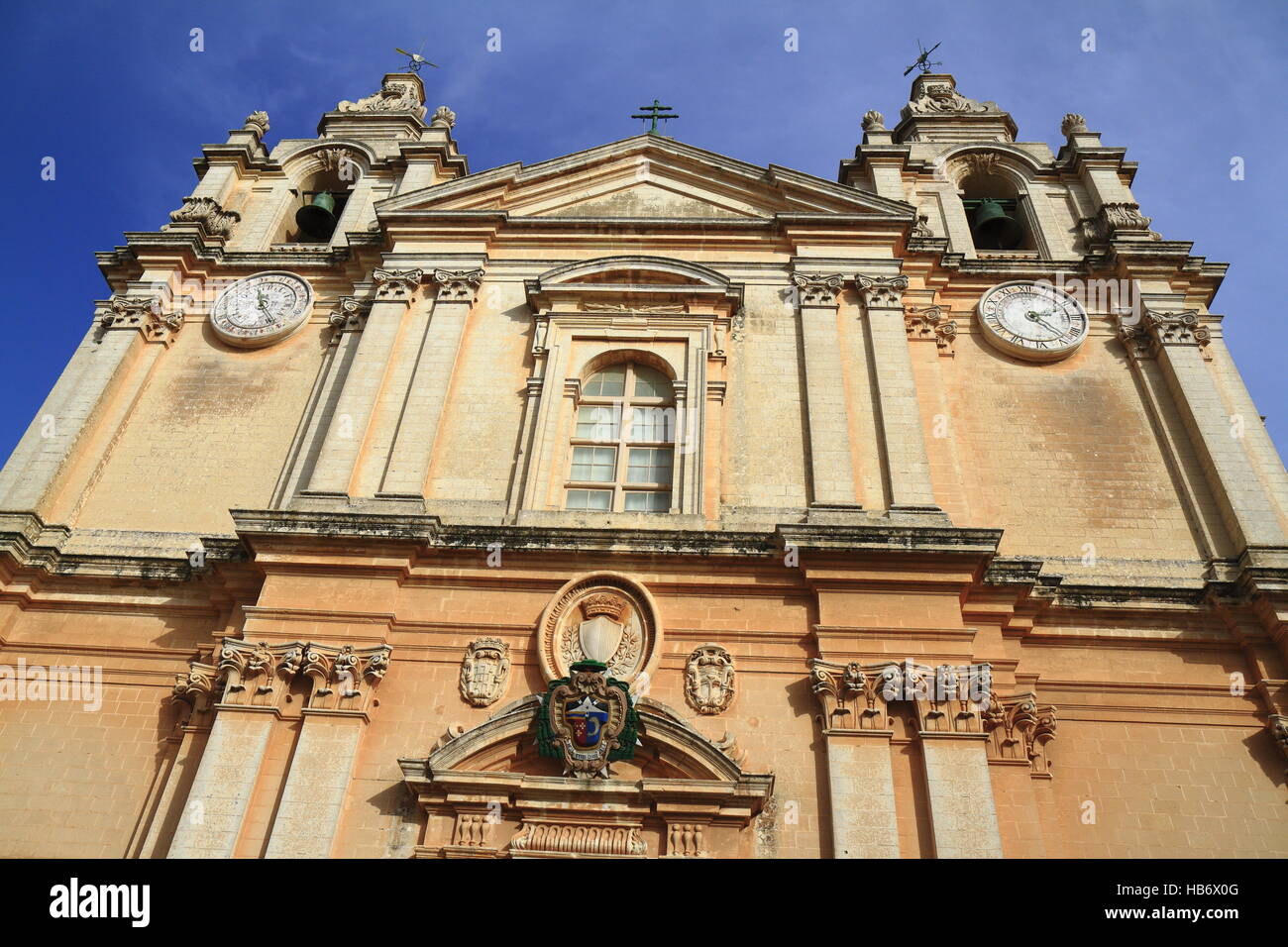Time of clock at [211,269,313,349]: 11:25
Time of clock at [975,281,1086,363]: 2:23
